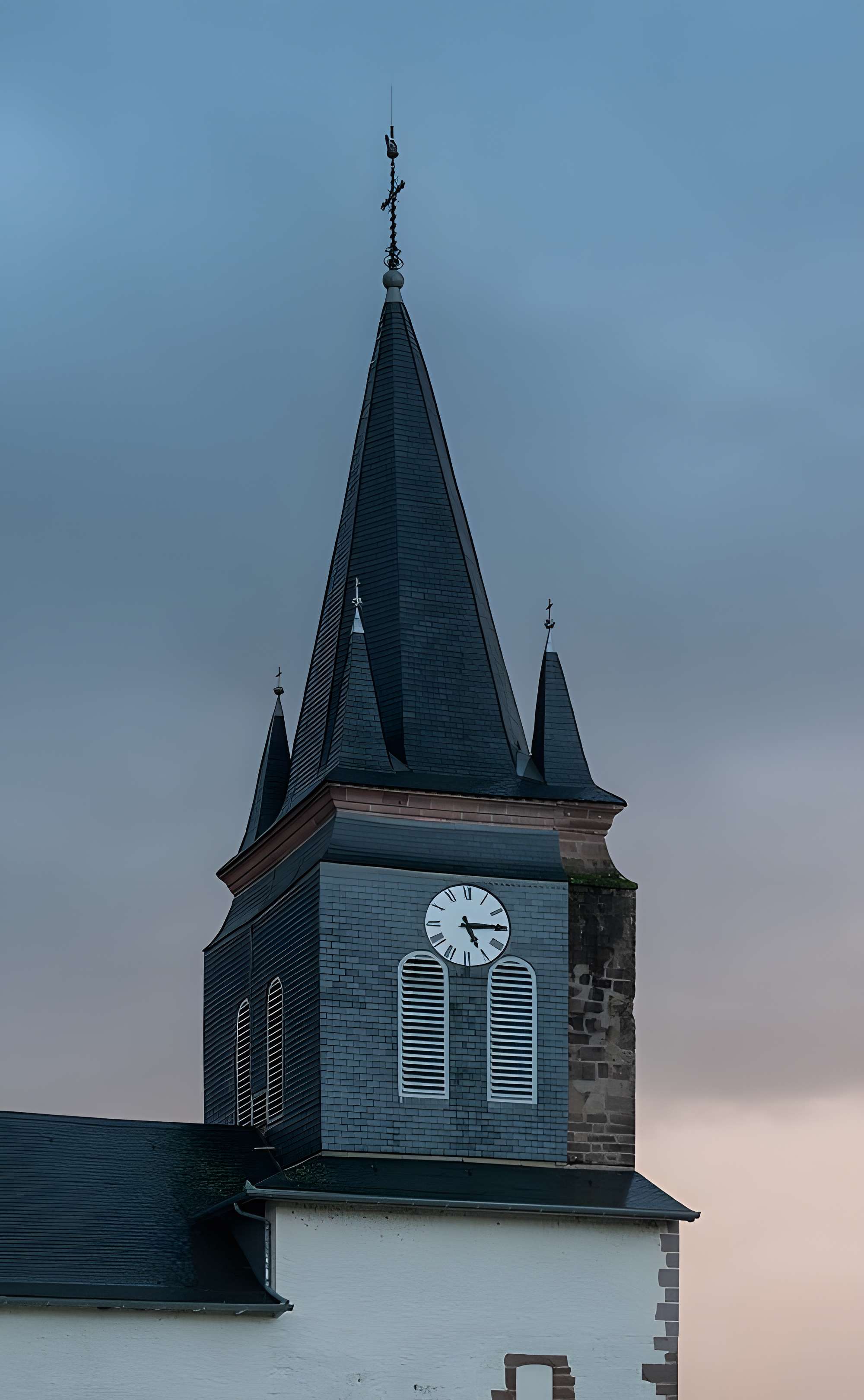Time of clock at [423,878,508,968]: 5:14
